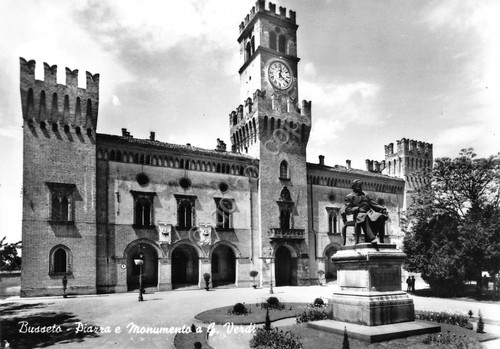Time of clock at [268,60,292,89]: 12:20
